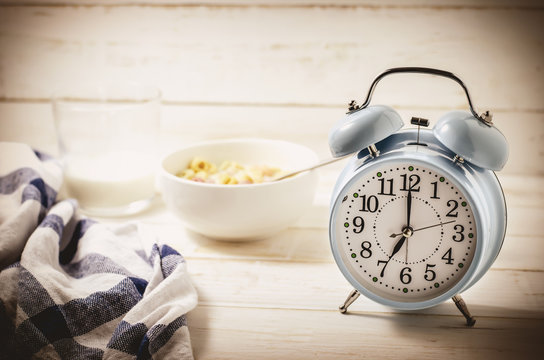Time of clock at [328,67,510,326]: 7:00
